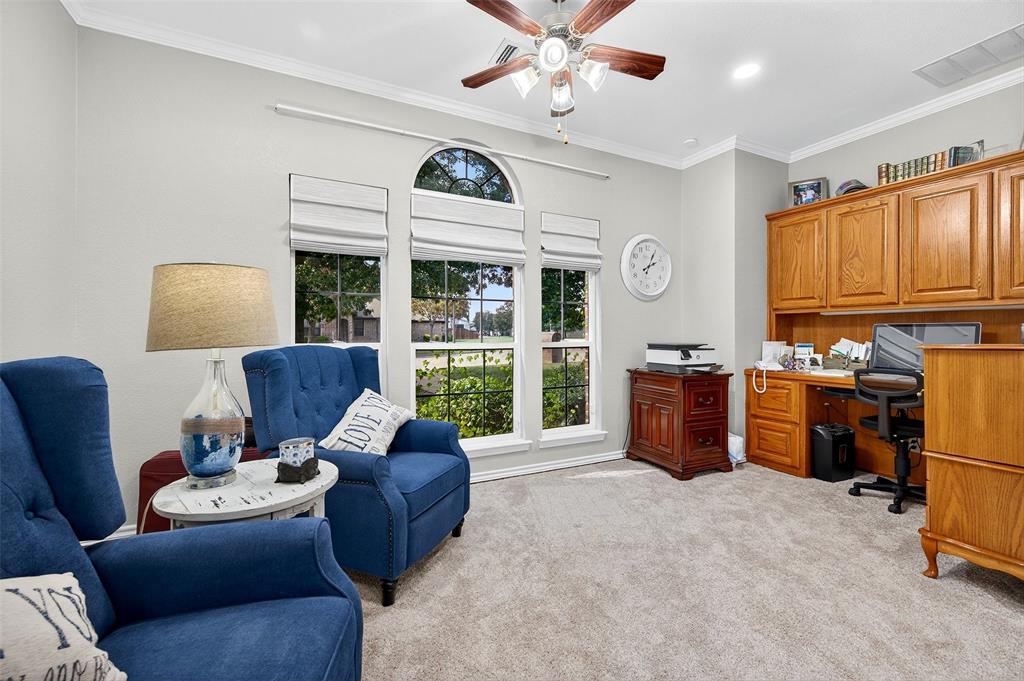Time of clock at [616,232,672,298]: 2:04
